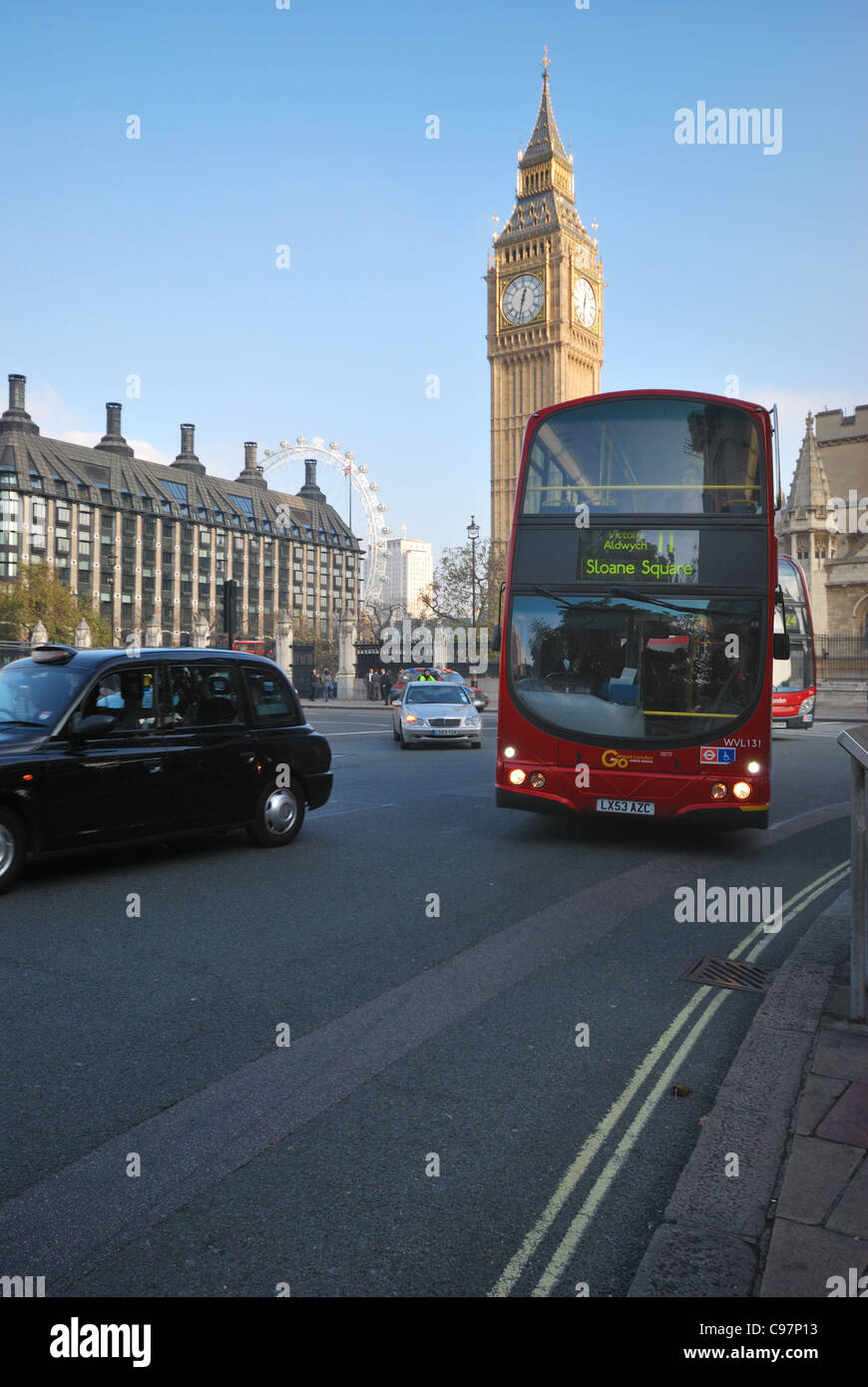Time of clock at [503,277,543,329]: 12:32
